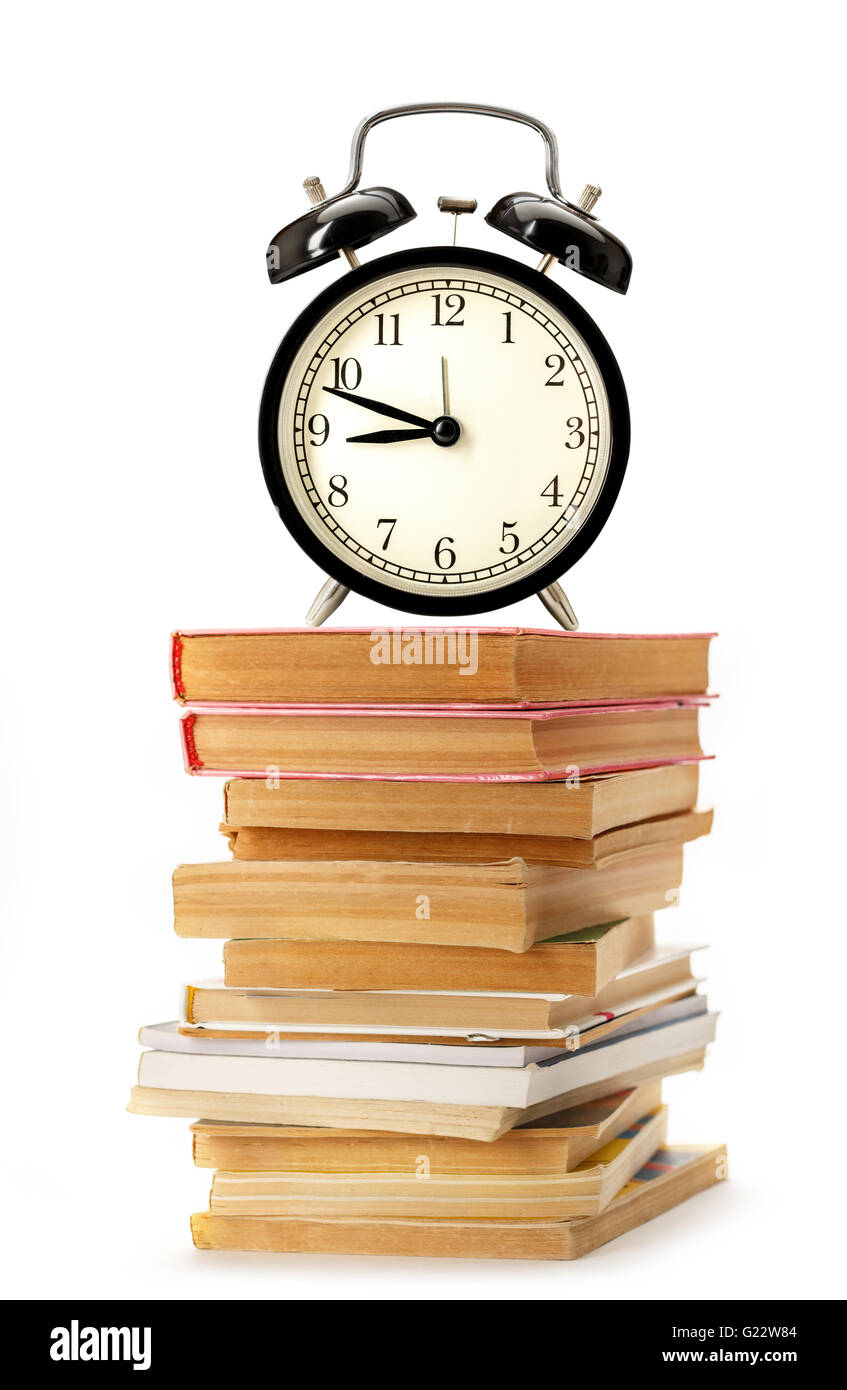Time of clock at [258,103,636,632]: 8:48
